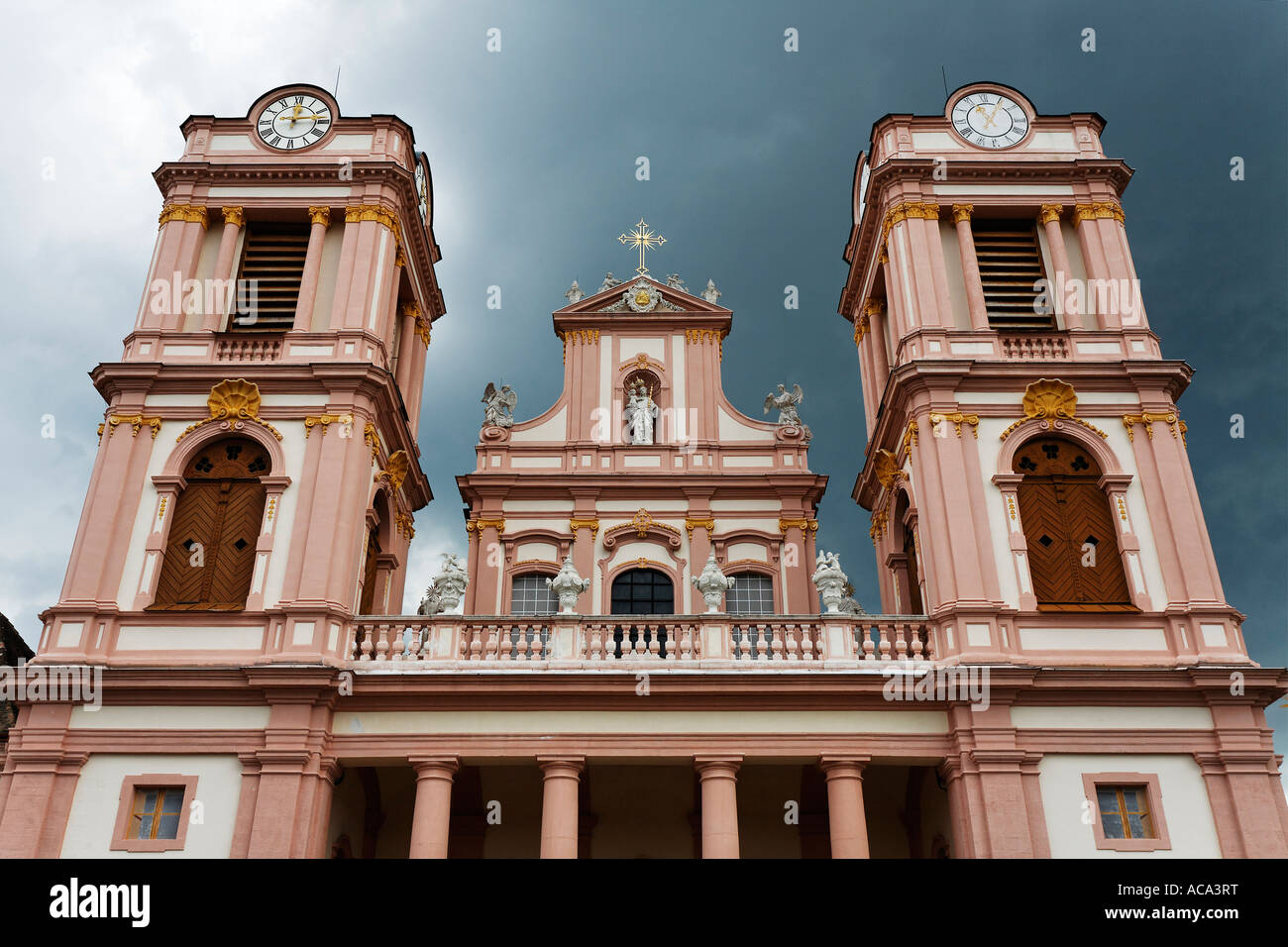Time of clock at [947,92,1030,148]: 11:05
